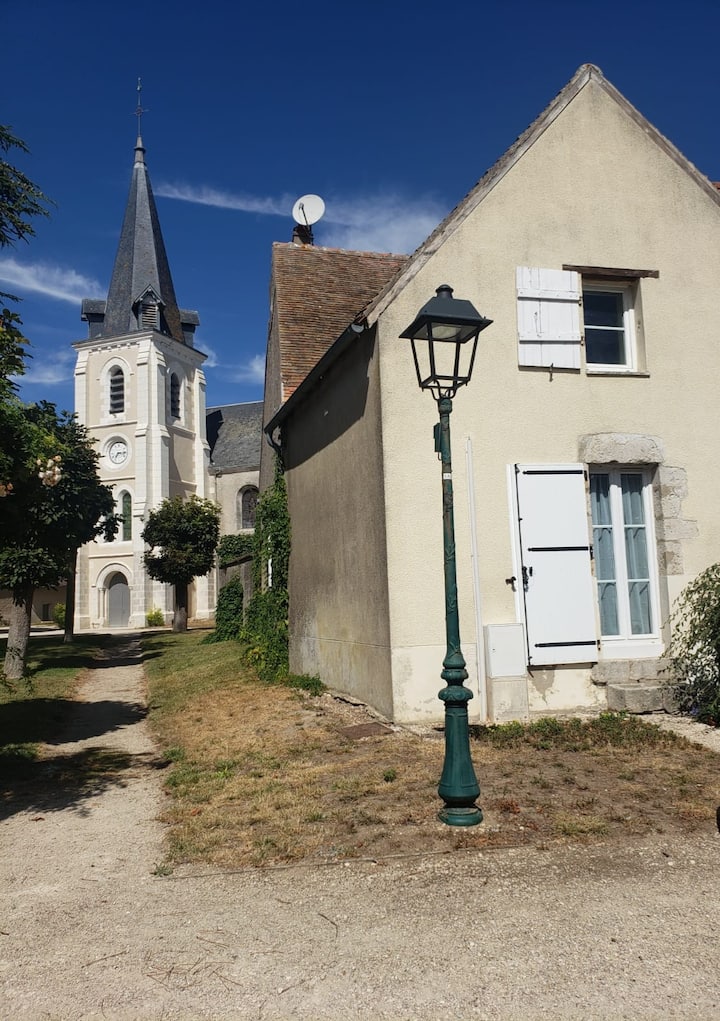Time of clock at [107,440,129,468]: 7:15
